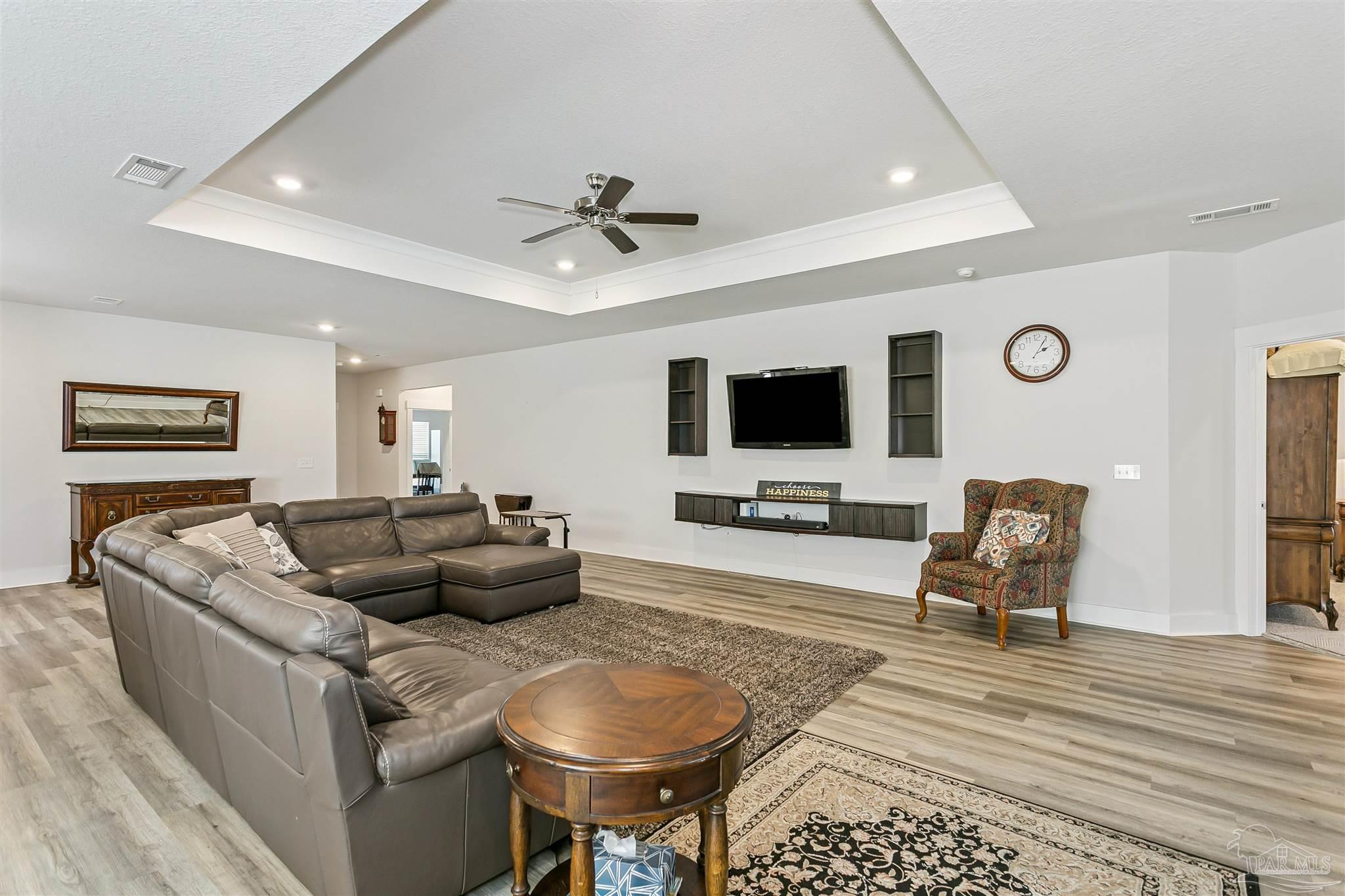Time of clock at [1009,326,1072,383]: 2:05
